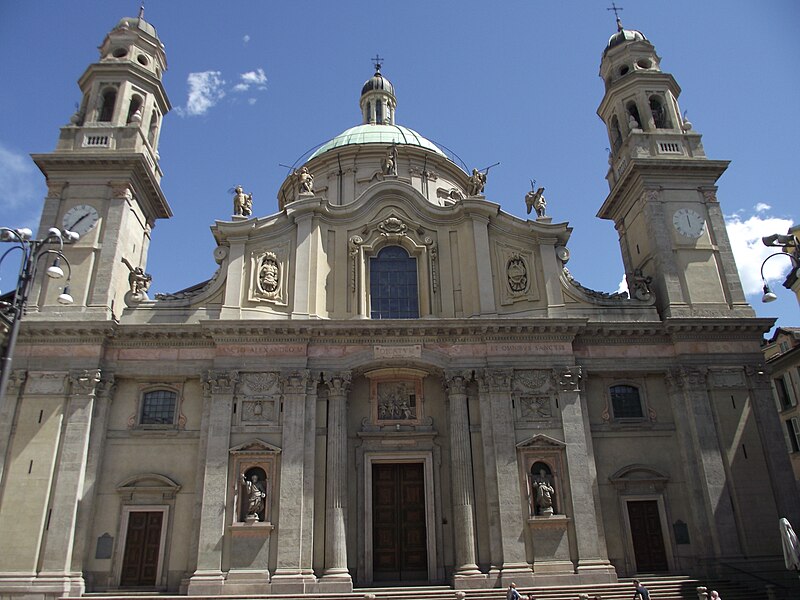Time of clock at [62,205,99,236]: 1:36
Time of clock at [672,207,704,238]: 11:59
